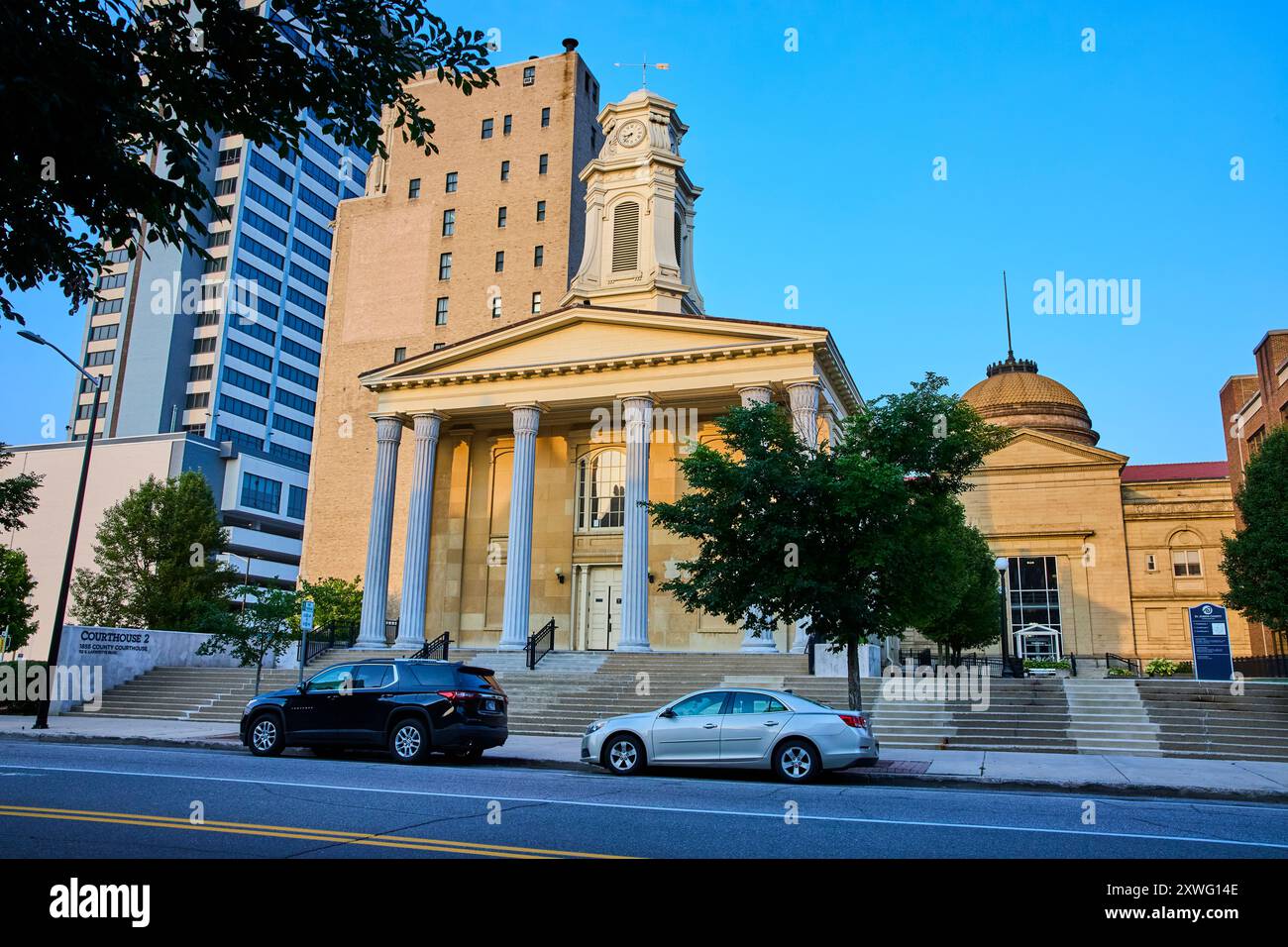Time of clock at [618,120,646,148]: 8:37
